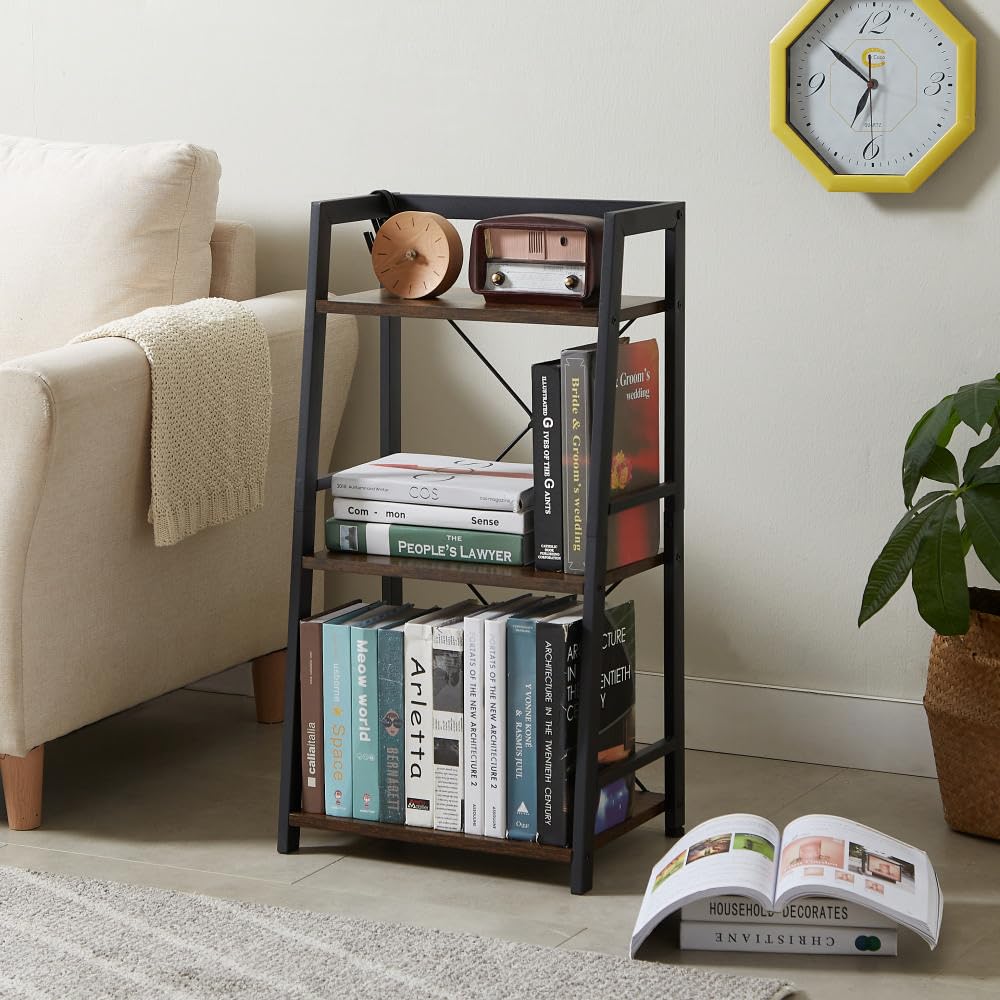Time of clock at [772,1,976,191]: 6:51
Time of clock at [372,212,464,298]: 3:40
